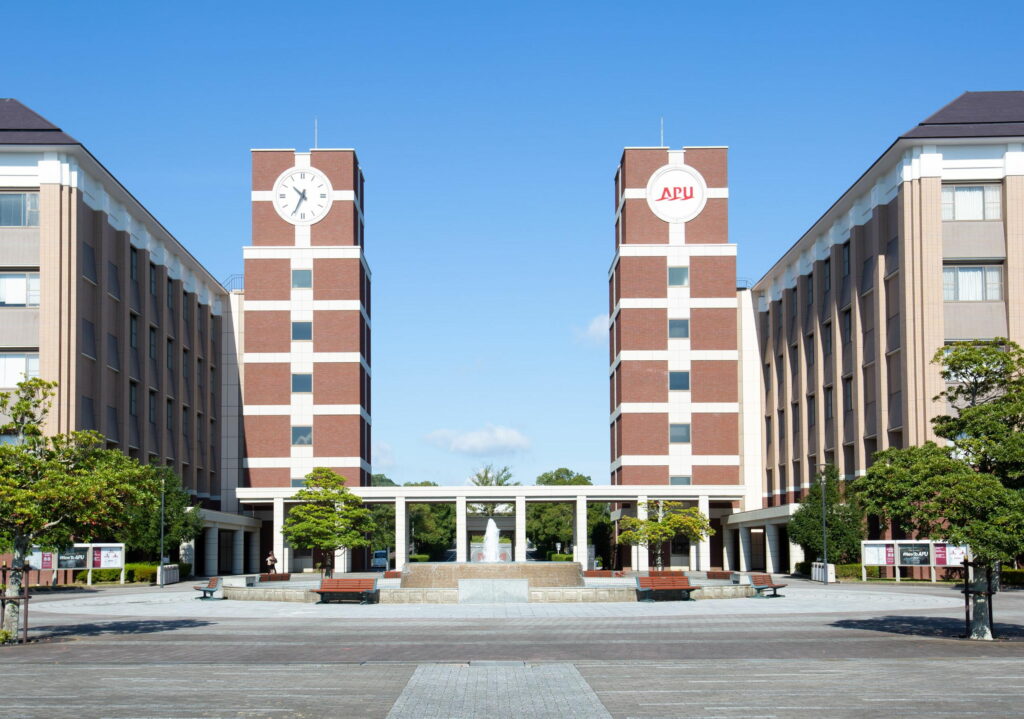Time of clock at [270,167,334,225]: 10:34
